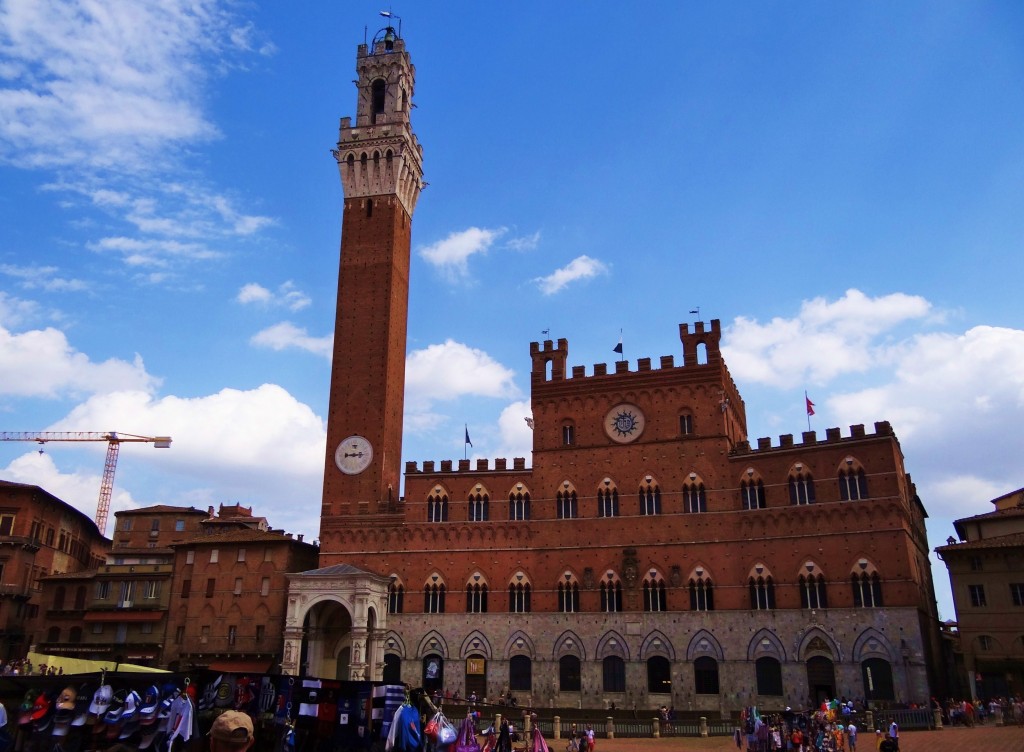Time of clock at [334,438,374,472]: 9:14
